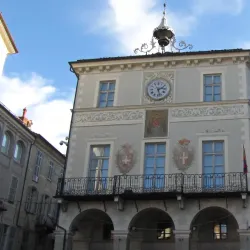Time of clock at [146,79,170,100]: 2:27
